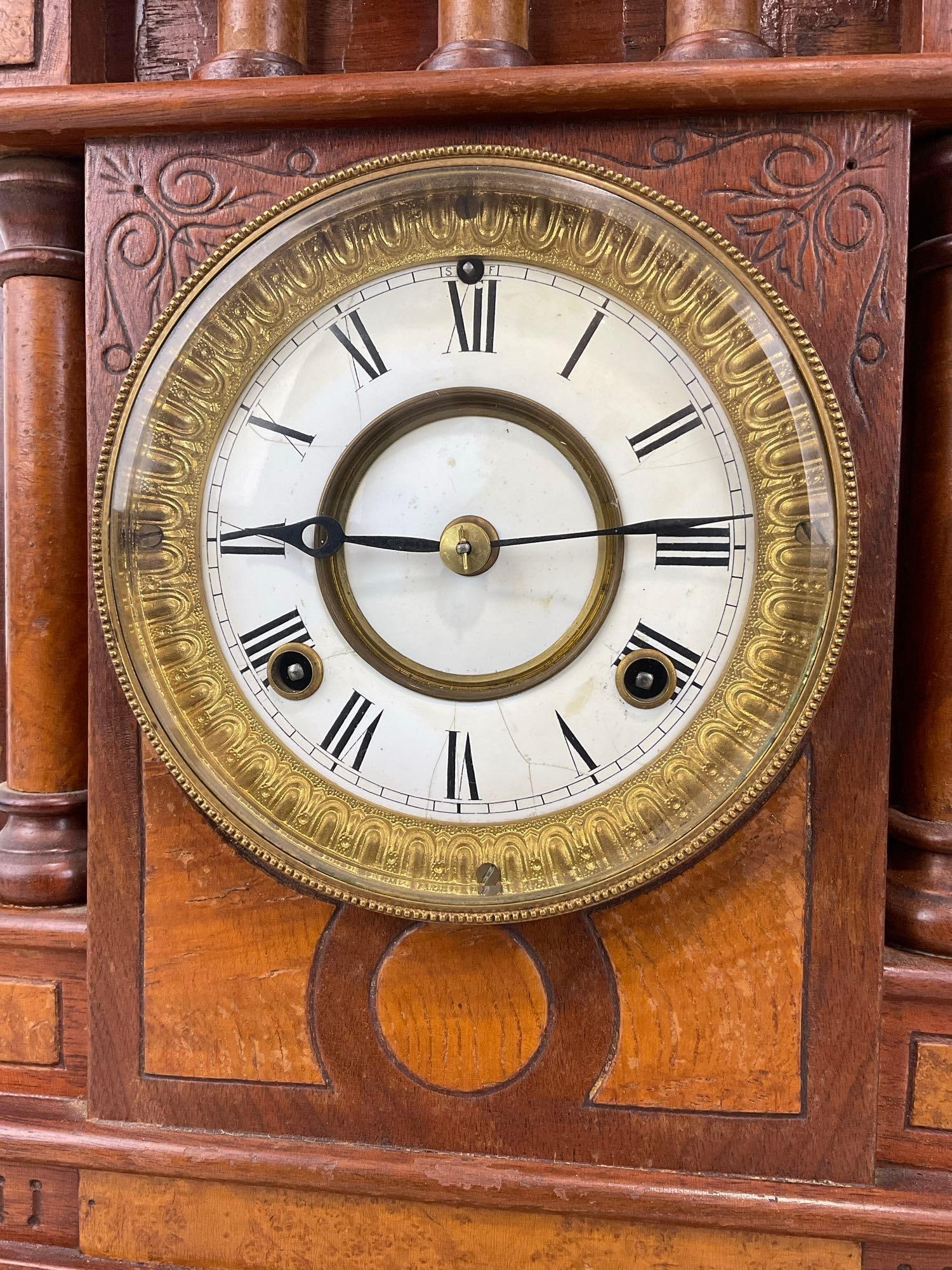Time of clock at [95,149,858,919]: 2:45
